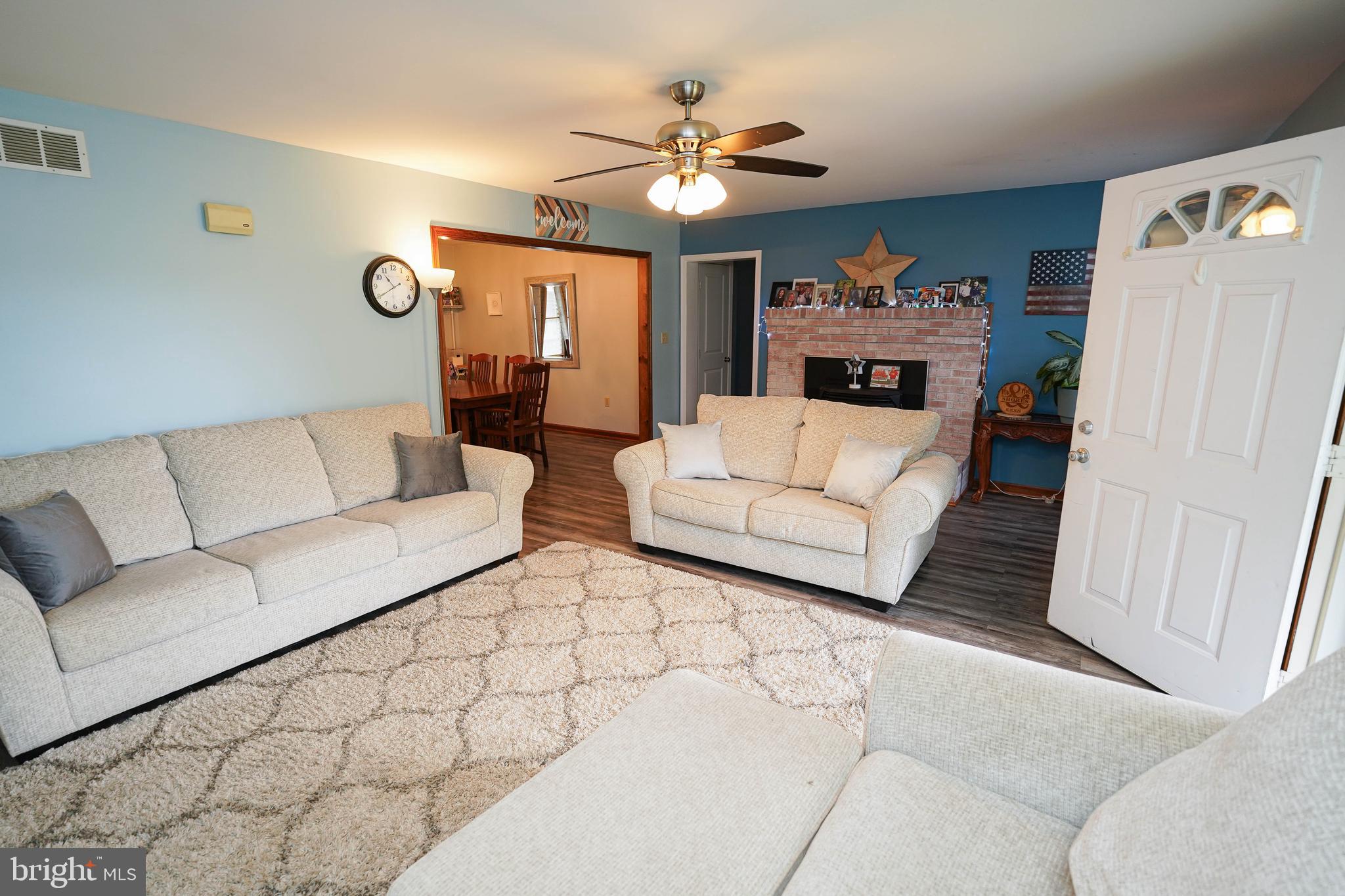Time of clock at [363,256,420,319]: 10:39
